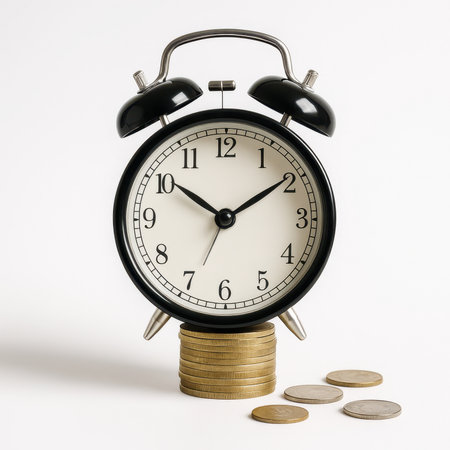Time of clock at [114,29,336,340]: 10:09
